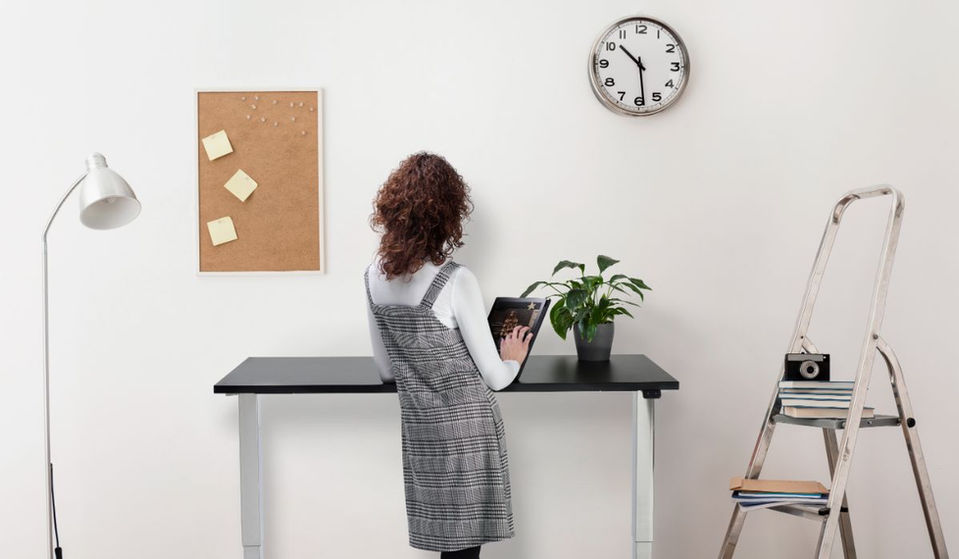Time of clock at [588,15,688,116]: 10:28
